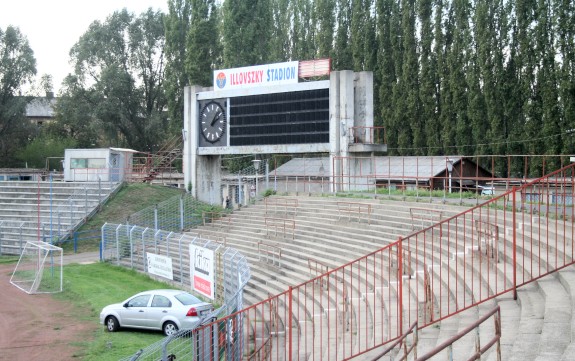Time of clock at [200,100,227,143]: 2:06
